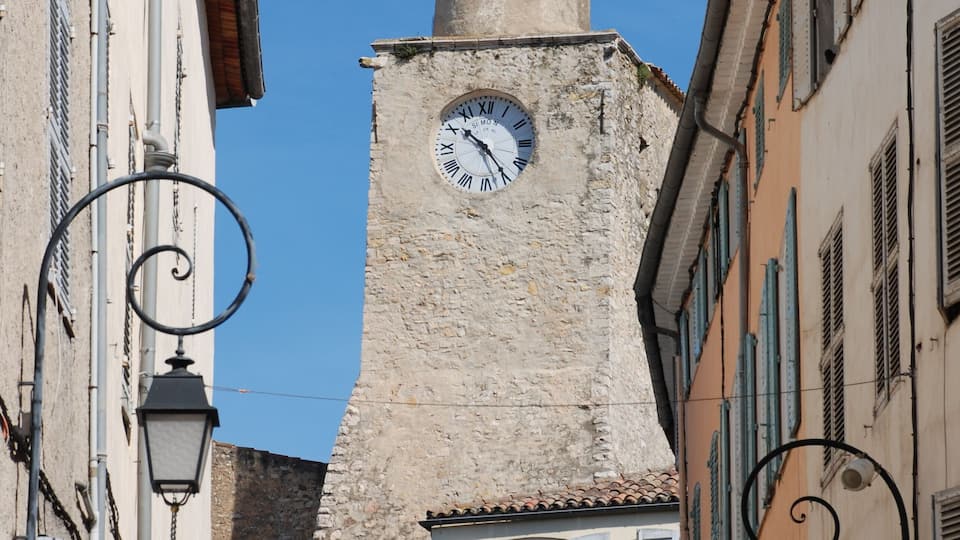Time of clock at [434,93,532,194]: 10:24
